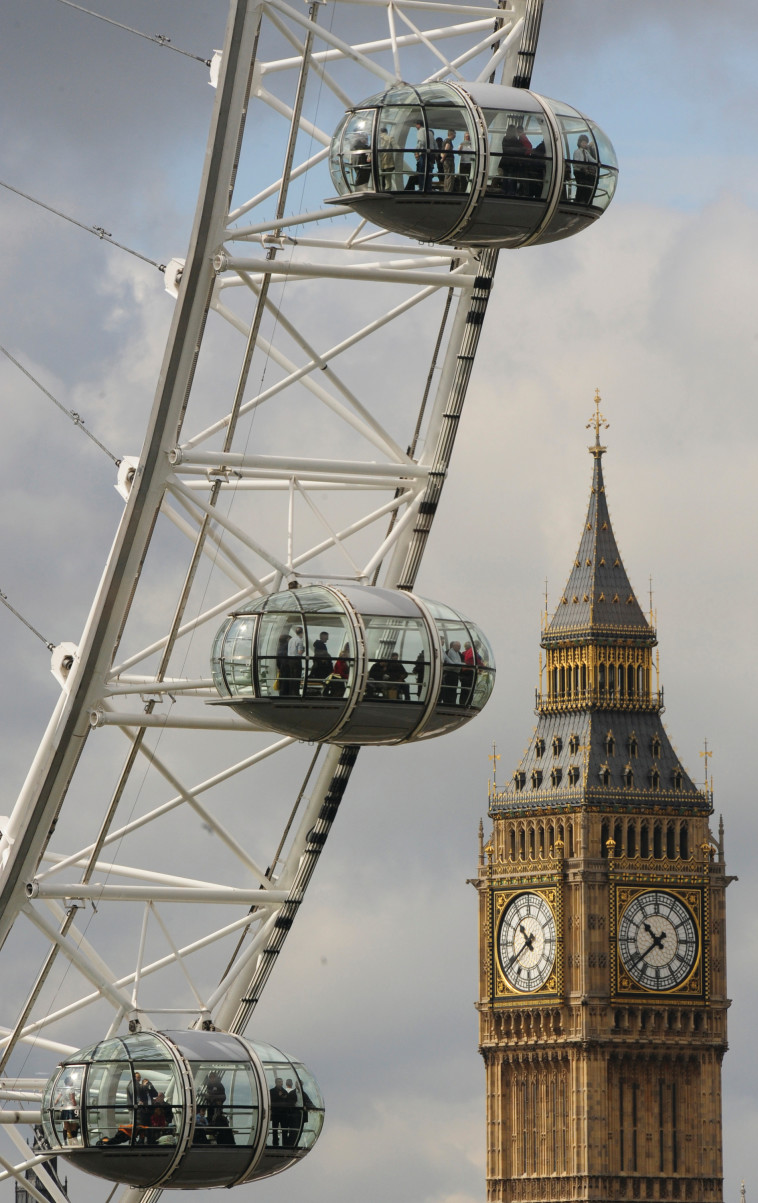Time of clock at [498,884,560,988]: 10:39
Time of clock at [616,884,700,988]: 10:38
